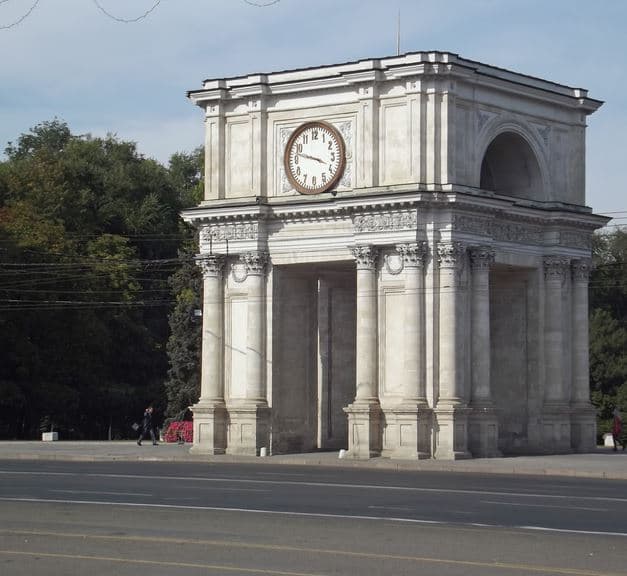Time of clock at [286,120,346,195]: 3:47
